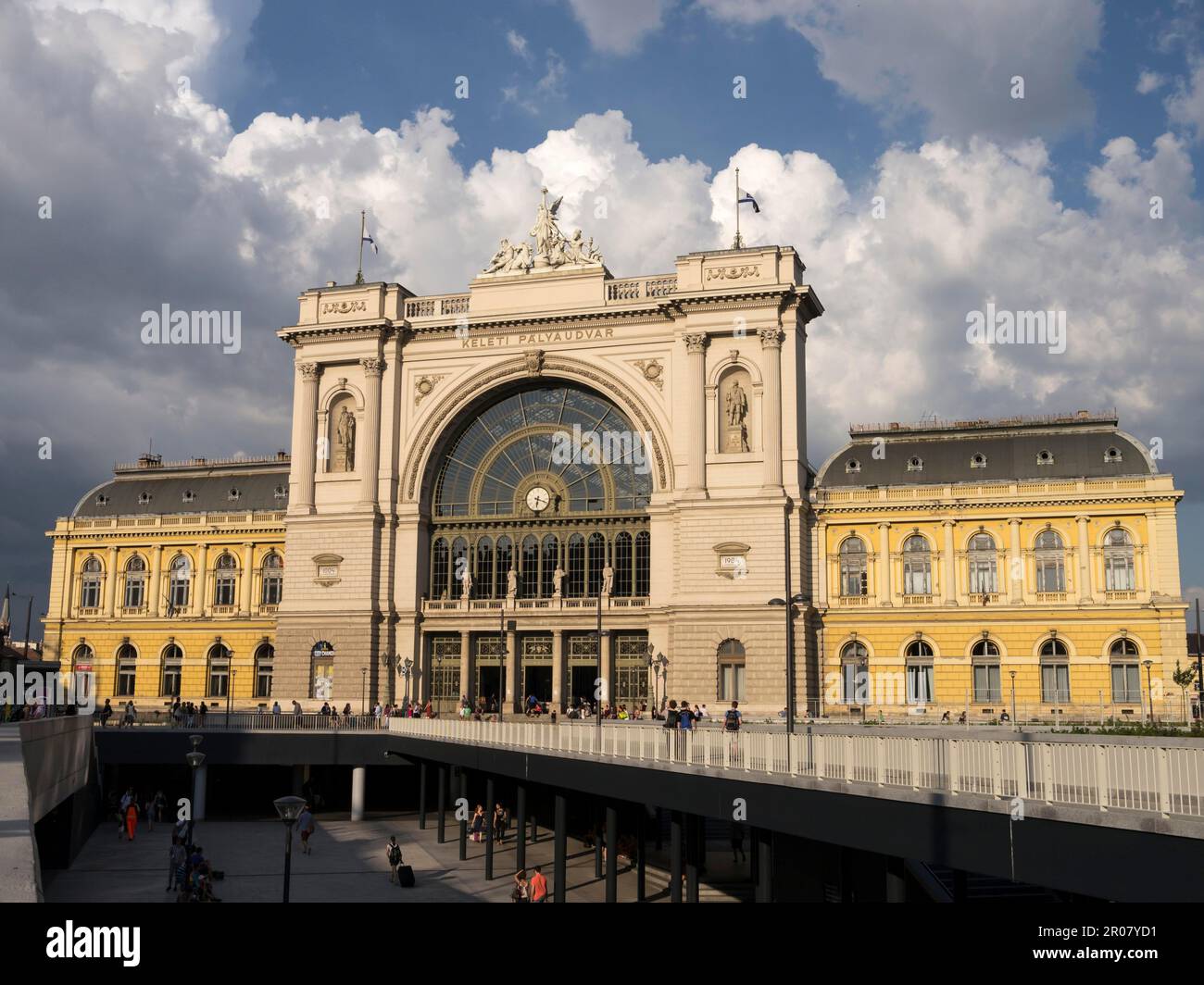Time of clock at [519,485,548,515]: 6:18
